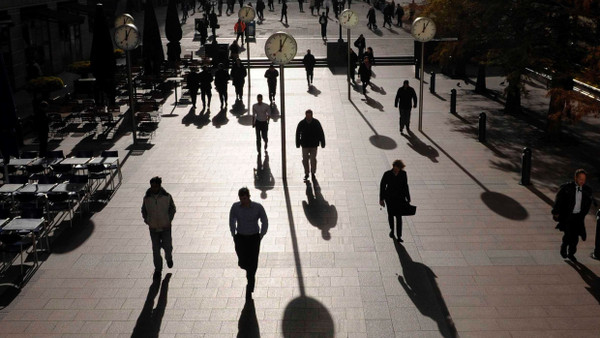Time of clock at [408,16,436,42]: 12:05
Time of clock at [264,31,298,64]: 12:04
